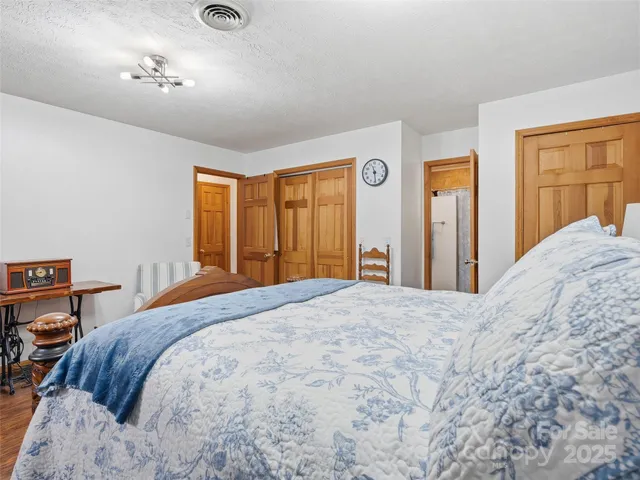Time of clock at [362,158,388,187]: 11:29
